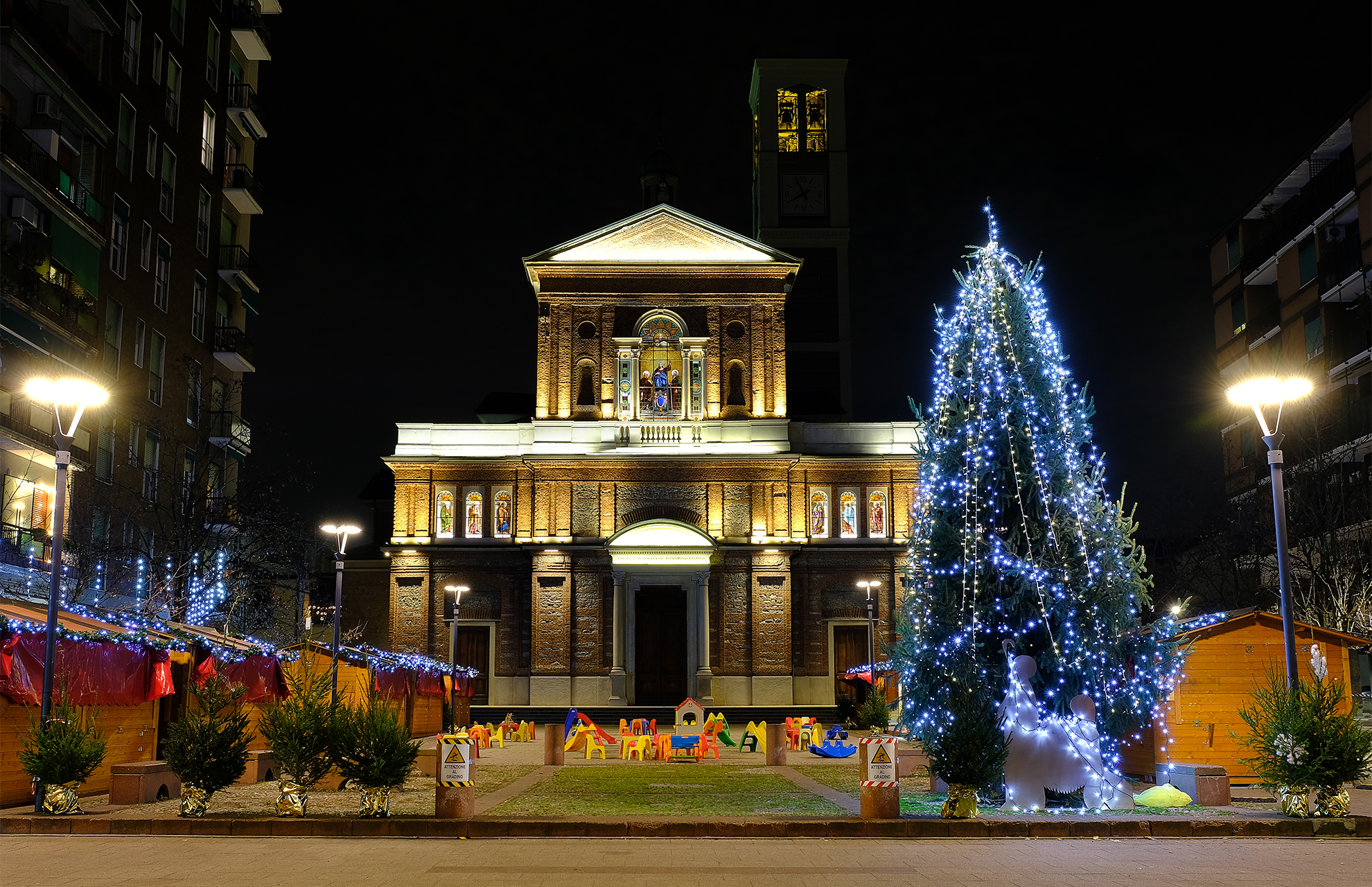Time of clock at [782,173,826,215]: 7:55
